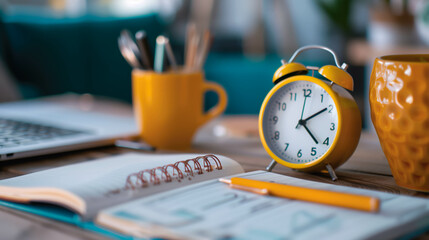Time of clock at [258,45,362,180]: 4:09
